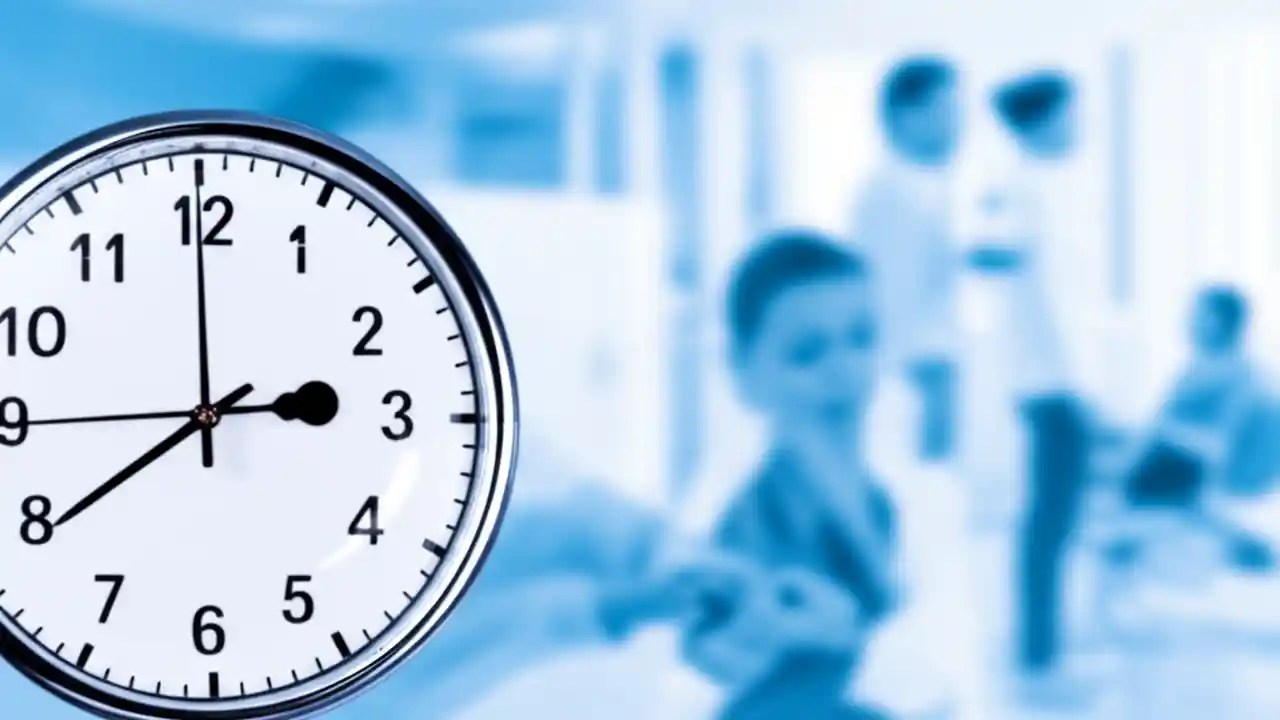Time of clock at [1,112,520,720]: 2:39
